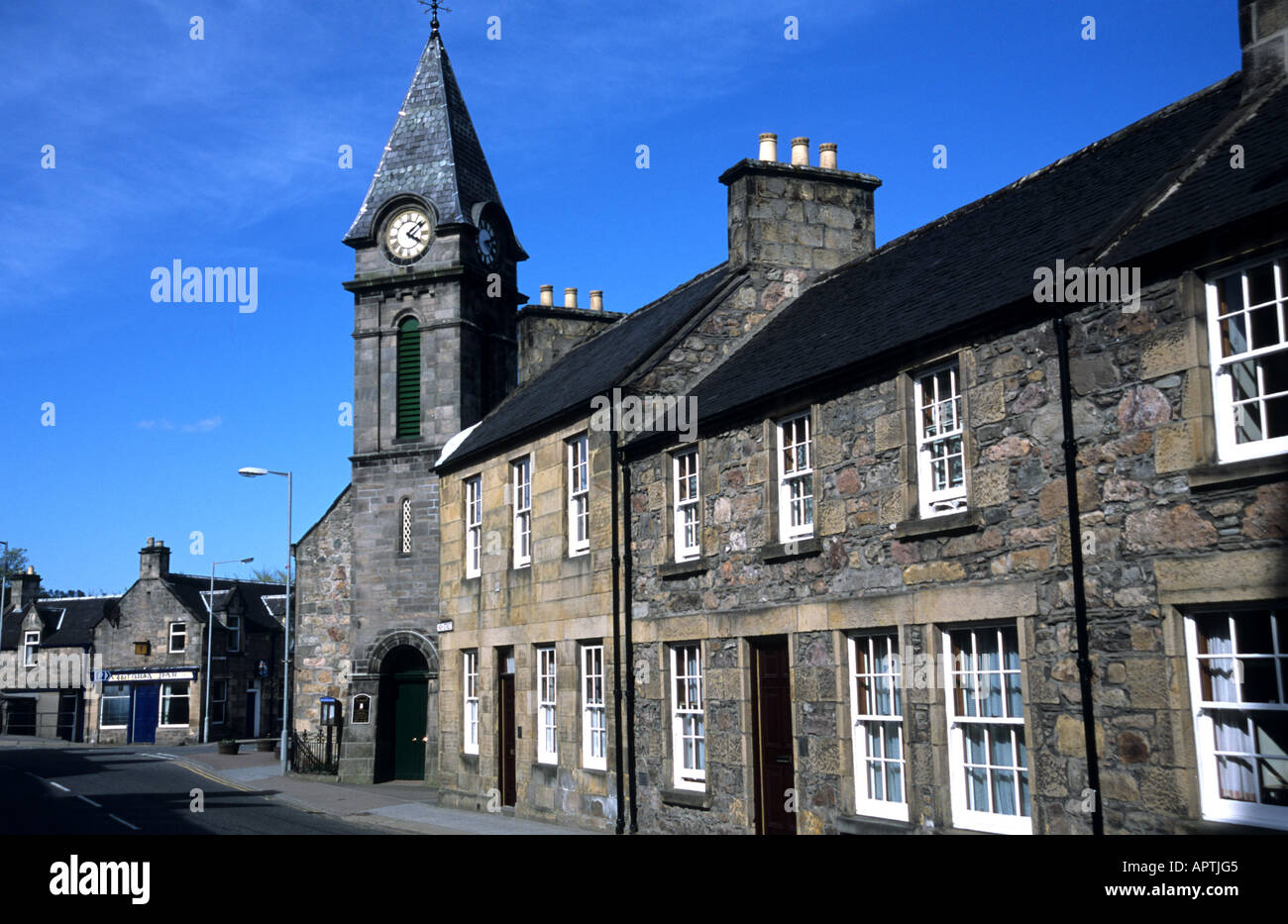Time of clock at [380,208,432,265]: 4:09
